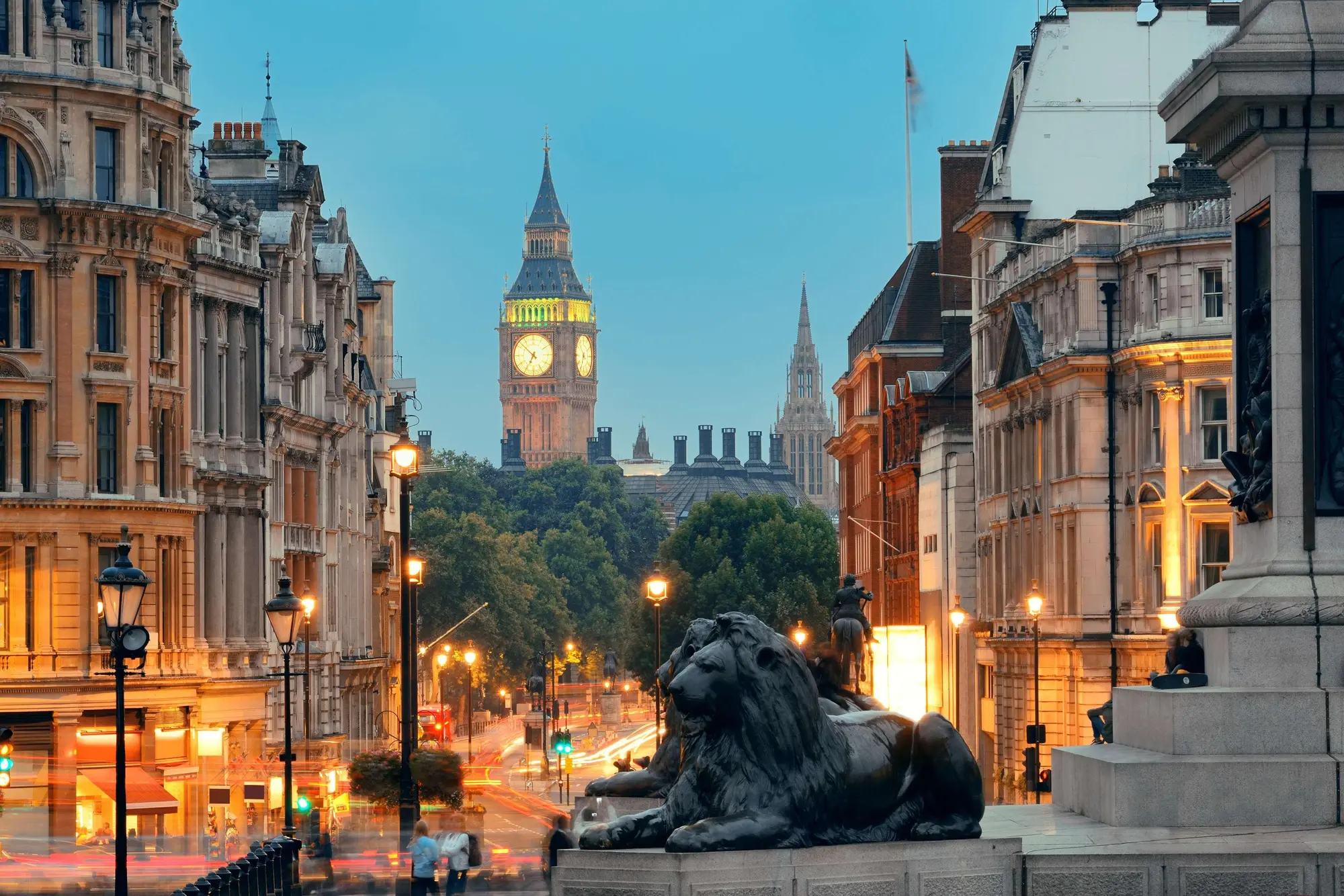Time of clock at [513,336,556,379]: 6:52
